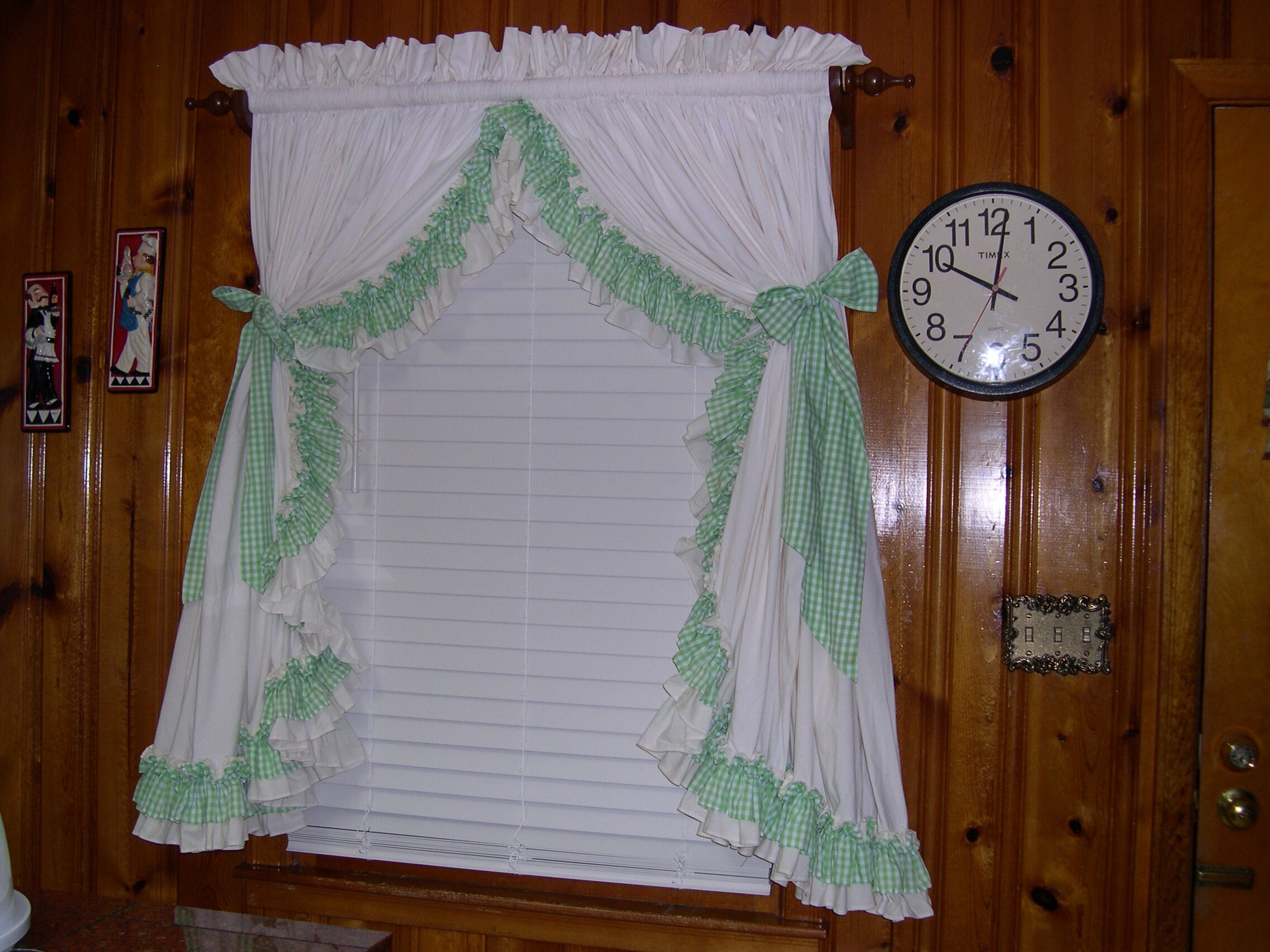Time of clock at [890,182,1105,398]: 10:01
